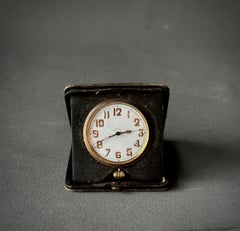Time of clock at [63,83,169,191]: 2:41
